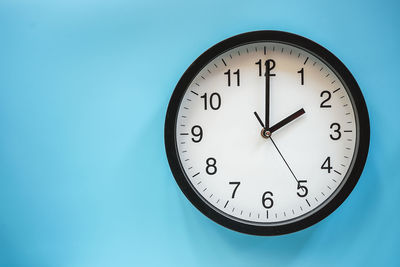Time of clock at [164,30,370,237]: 2:00
